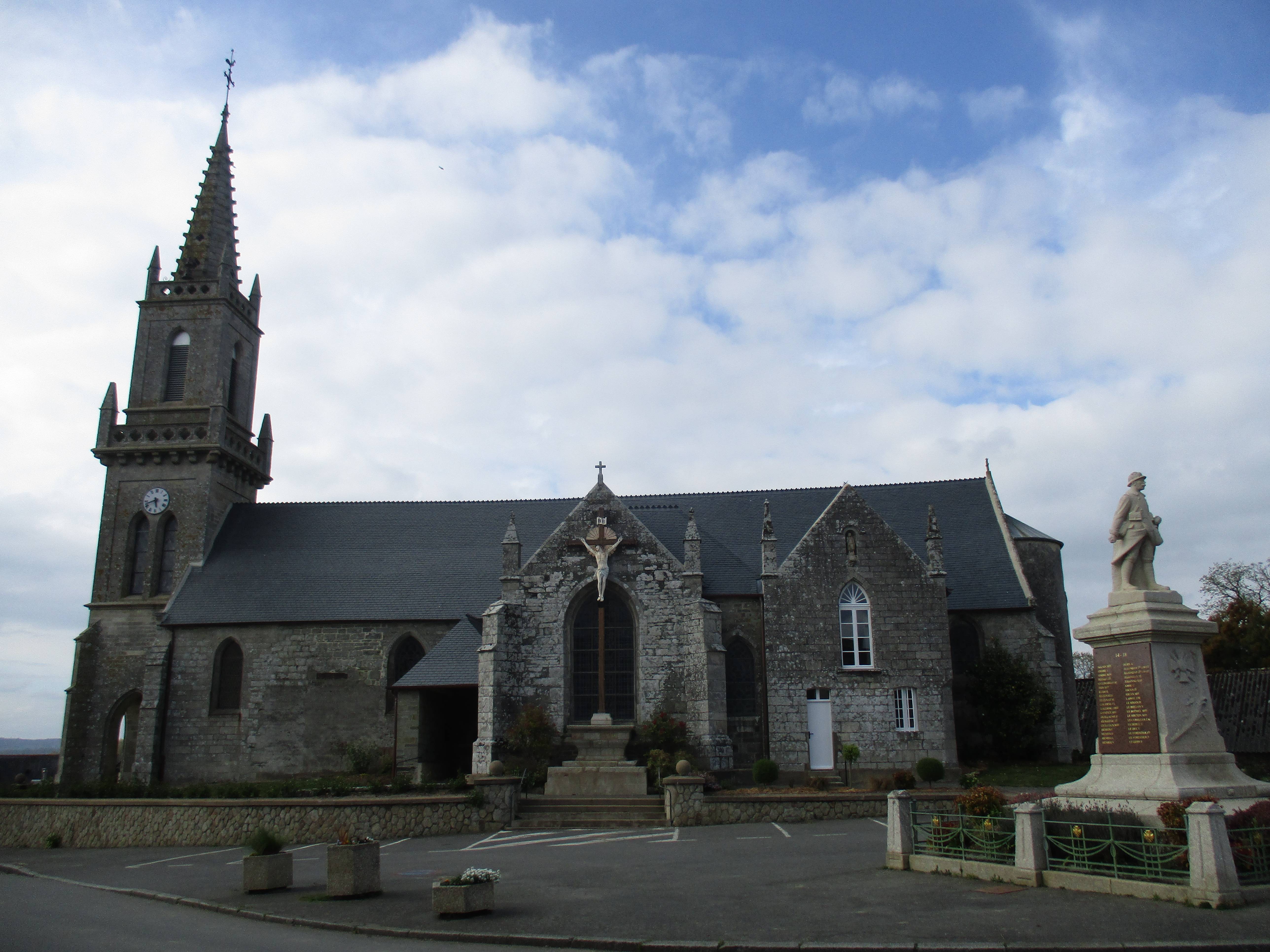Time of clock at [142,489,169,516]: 5:41
